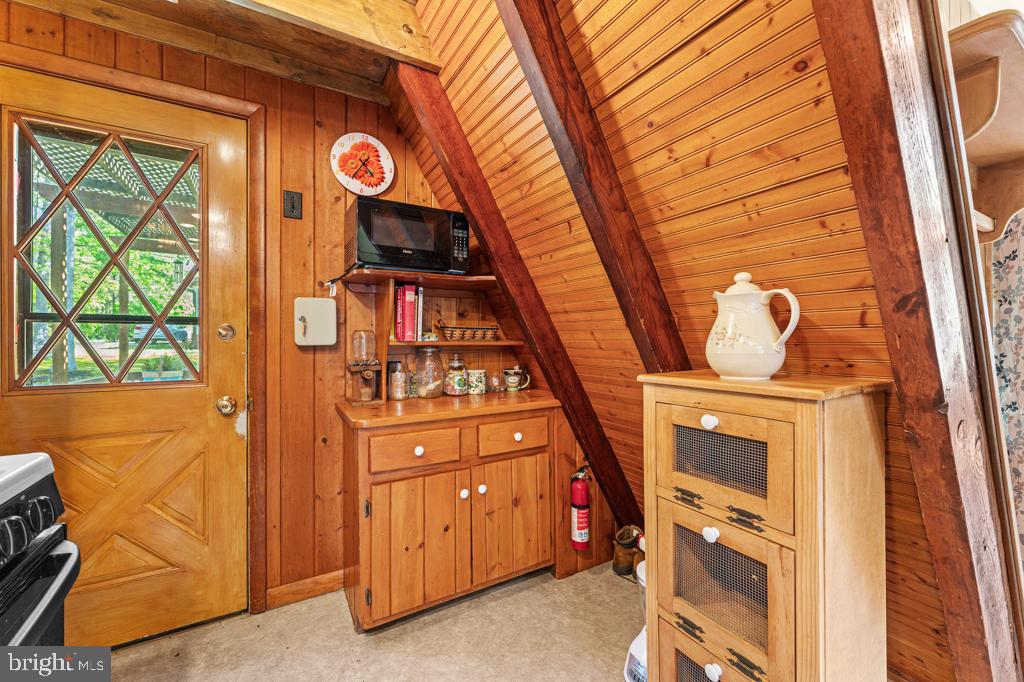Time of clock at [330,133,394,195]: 4:35
